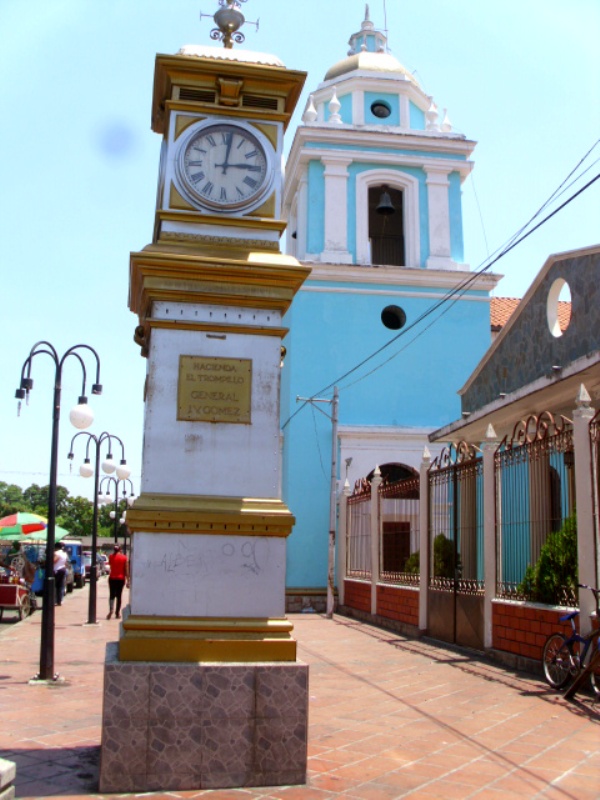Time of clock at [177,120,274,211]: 3:01
